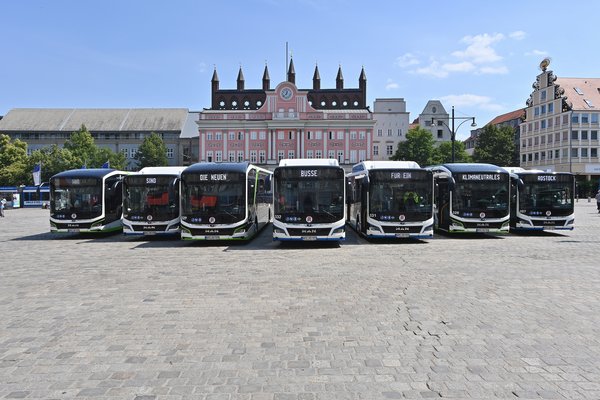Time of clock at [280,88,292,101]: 12:37
